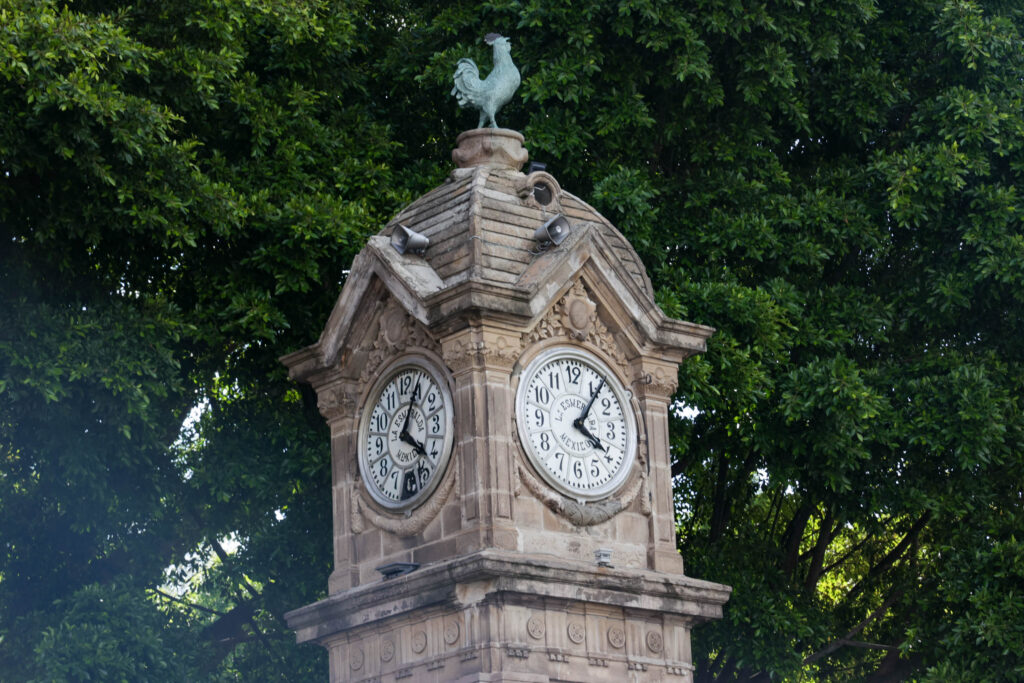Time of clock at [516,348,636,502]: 4:06
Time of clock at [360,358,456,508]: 4:04
